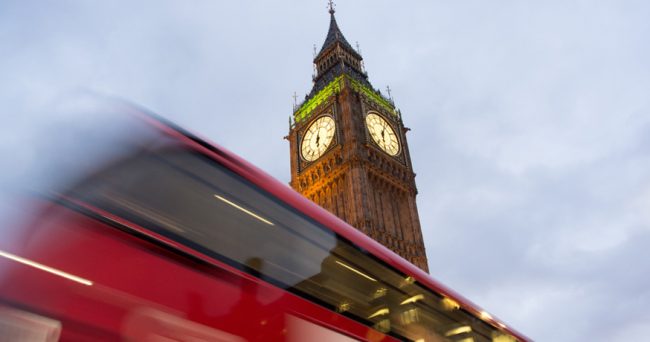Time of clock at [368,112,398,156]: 6:03
